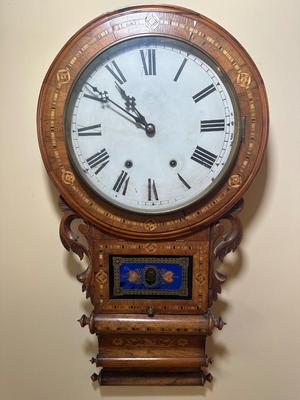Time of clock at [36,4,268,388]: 10:50
